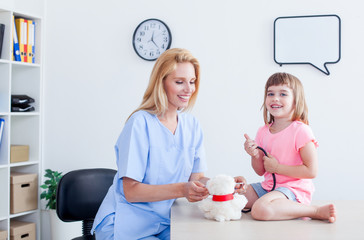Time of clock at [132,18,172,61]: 12:23
